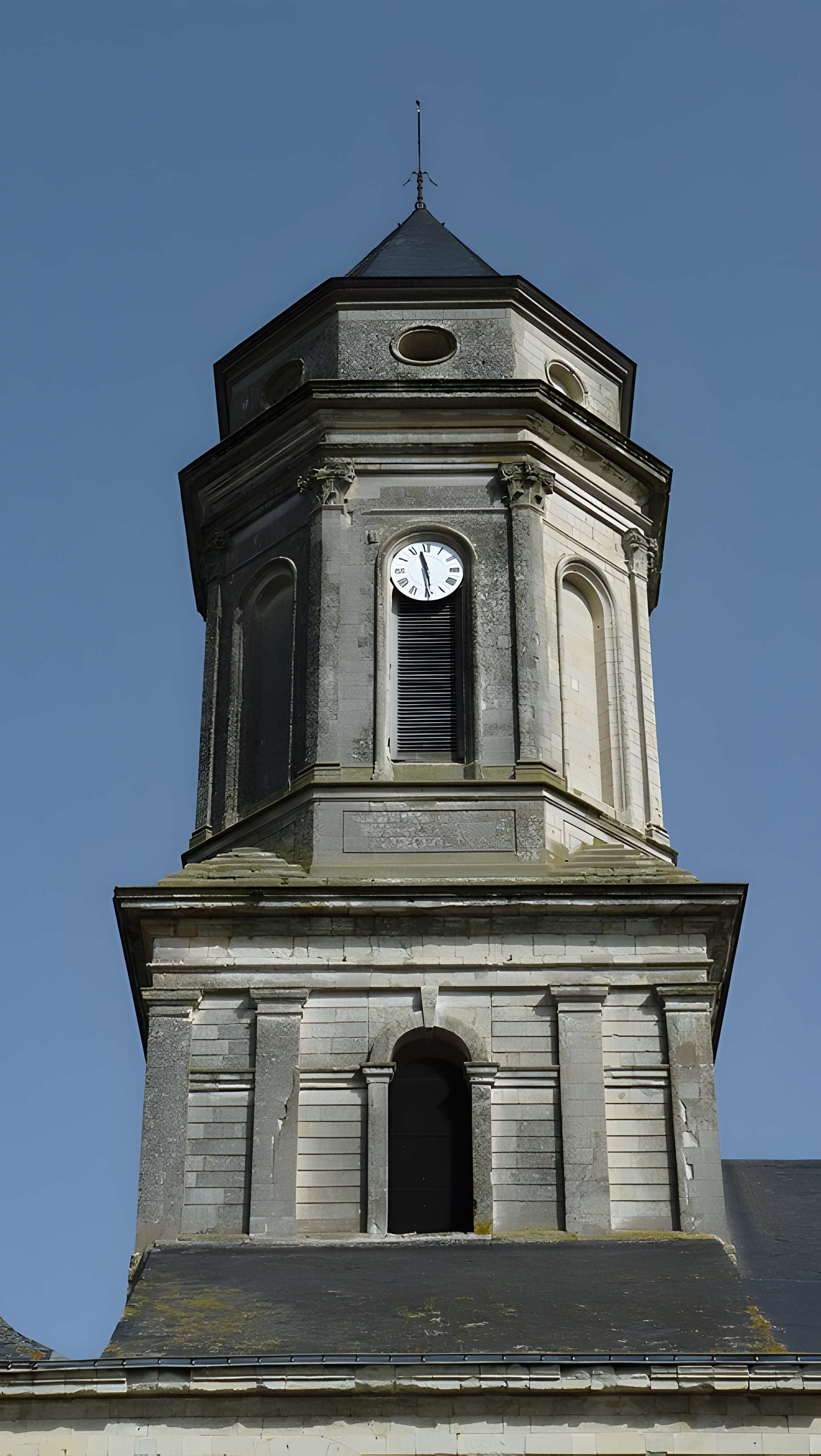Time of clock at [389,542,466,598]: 11:28
